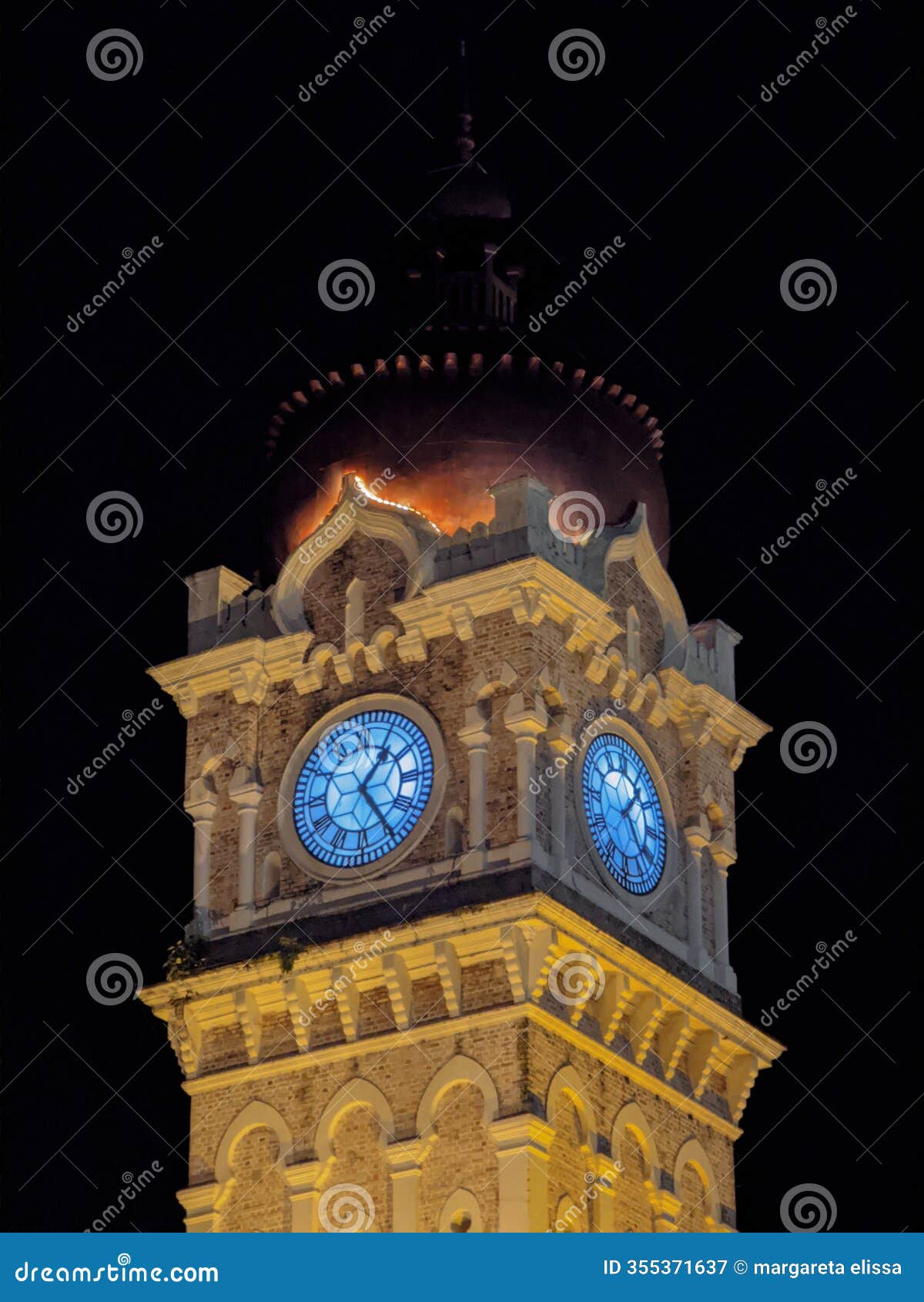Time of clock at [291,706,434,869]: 1:24
